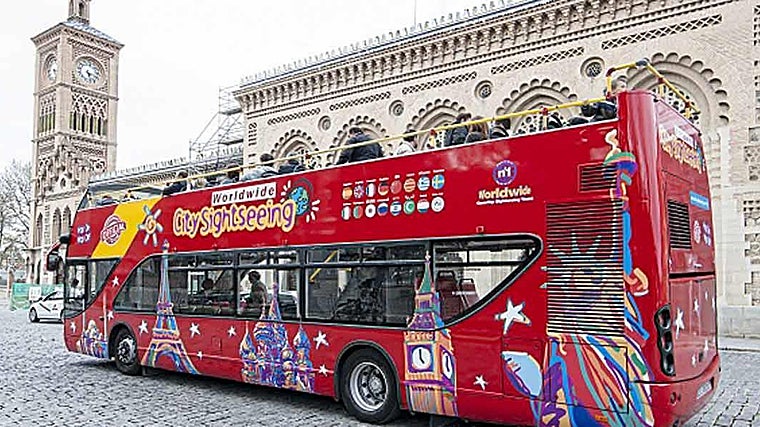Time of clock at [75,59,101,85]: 5:18
